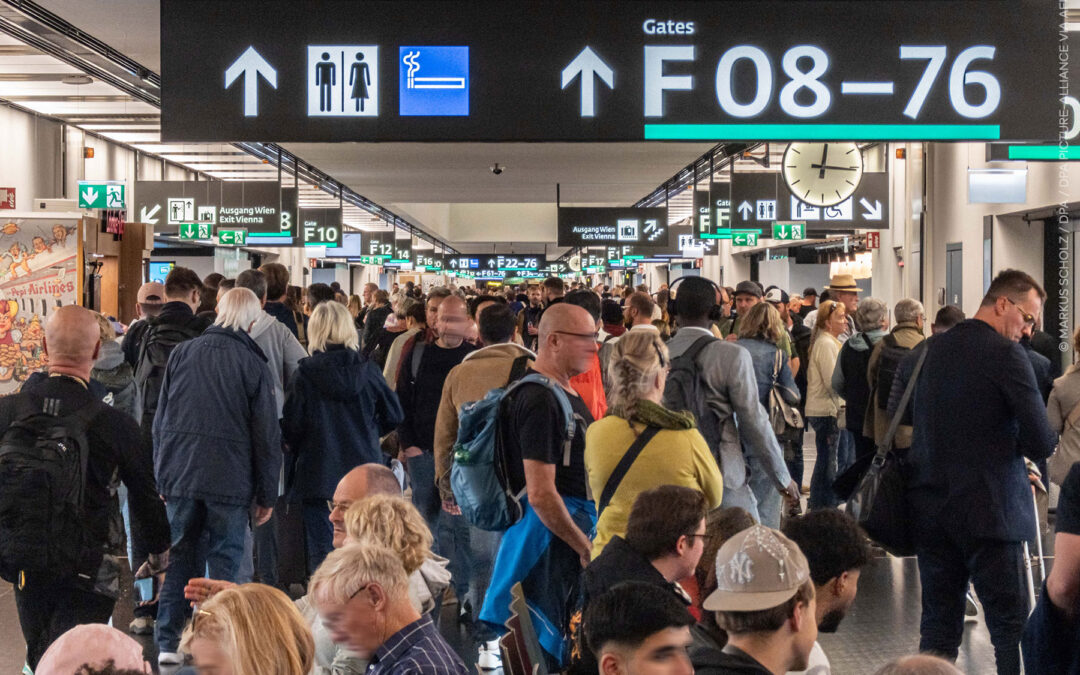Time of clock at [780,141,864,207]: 12:16
